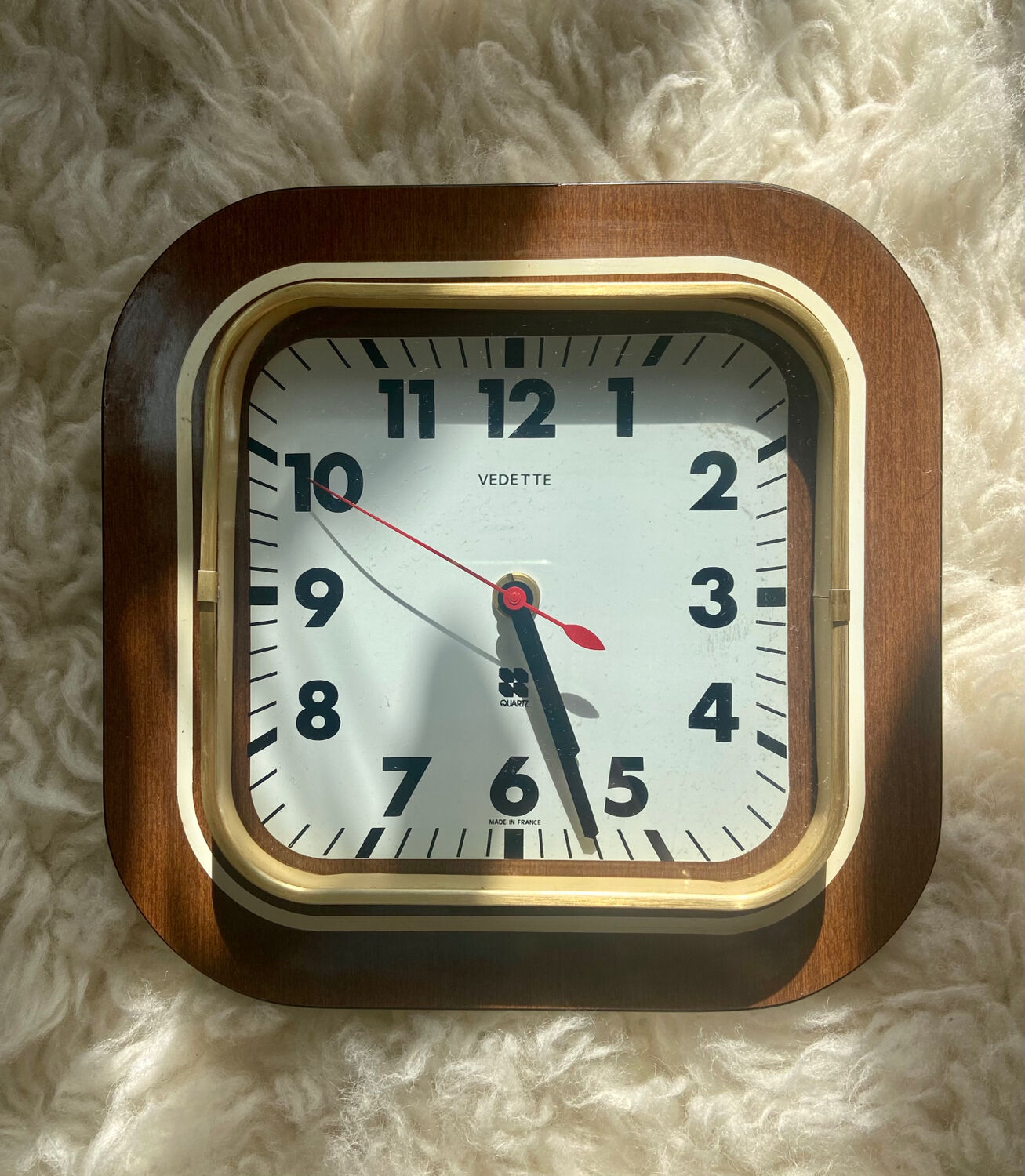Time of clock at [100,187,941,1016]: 5:26
